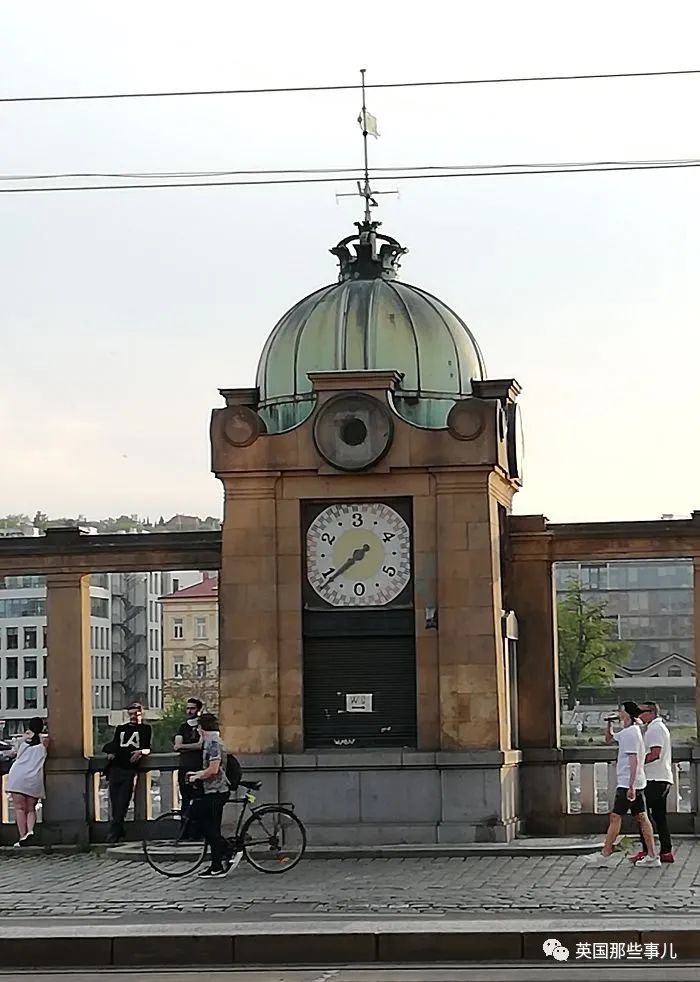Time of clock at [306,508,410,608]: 7:38
